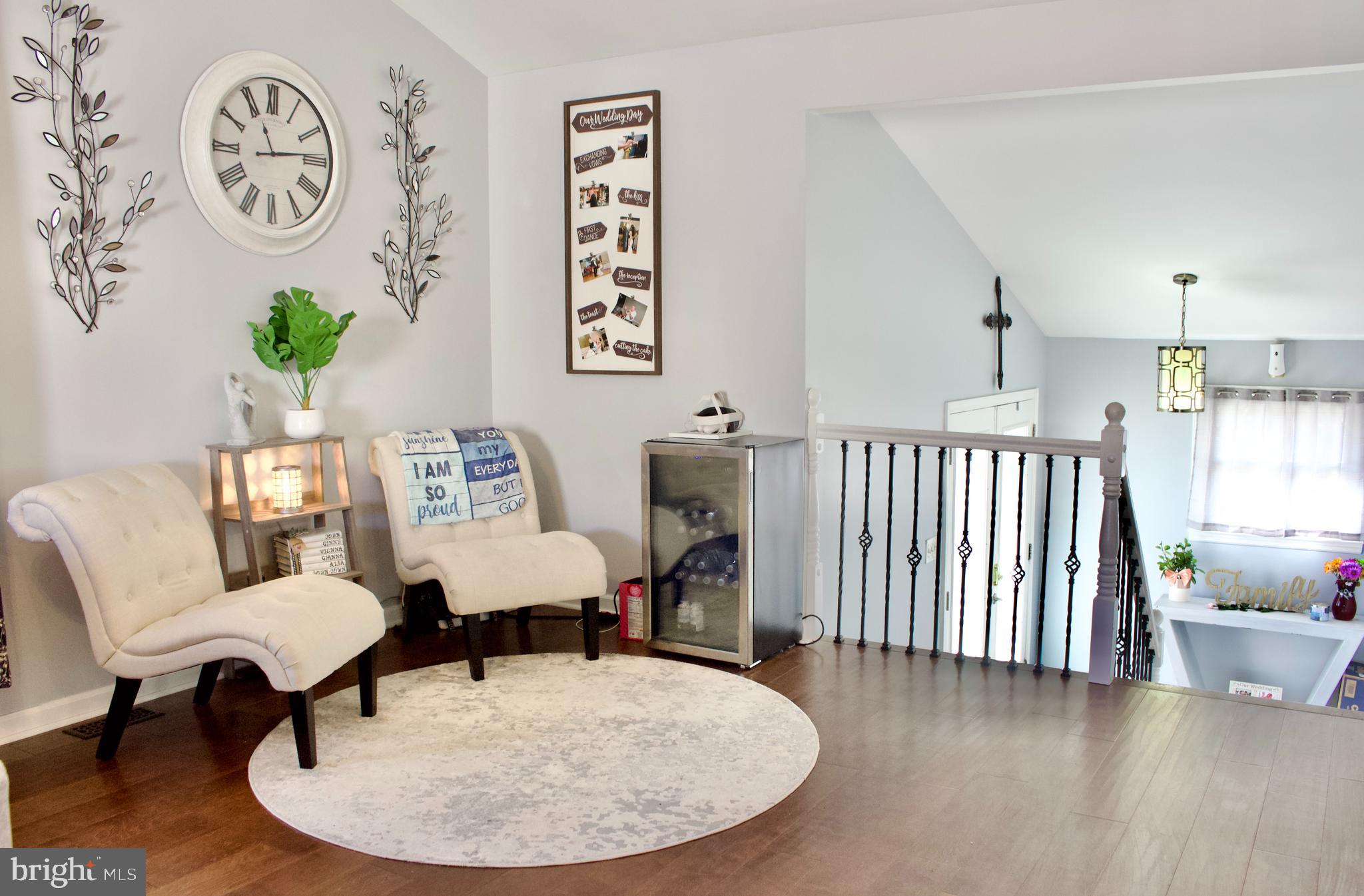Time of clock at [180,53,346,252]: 11:13
